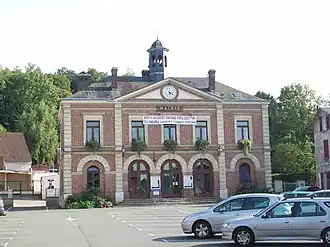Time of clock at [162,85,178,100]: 5:20
